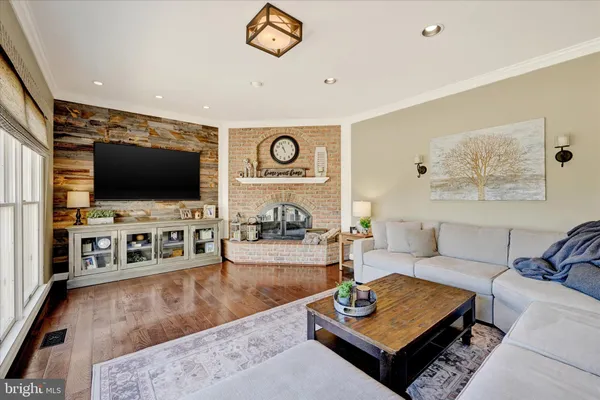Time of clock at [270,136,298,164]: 10:56
